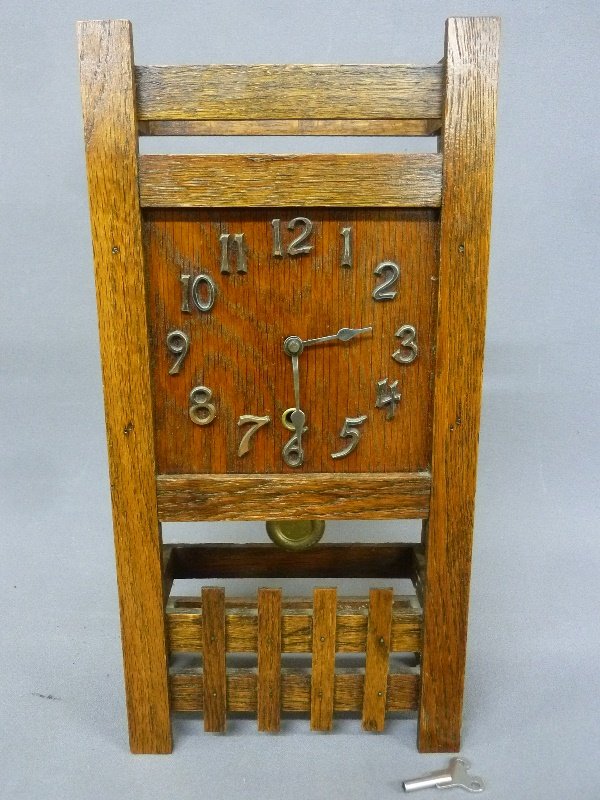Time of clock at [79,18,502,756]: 6:13
